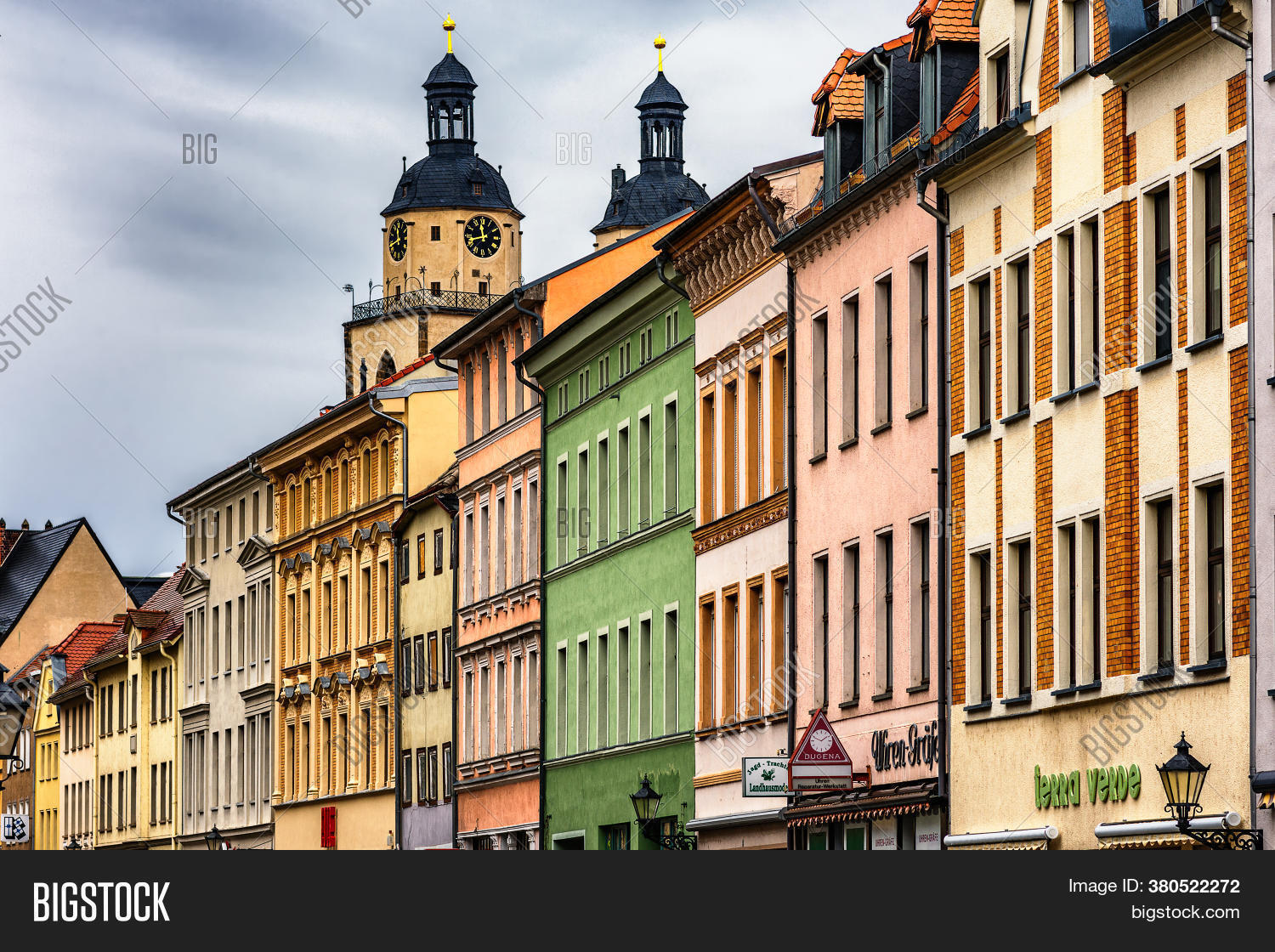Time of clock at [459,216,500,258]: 11:42
